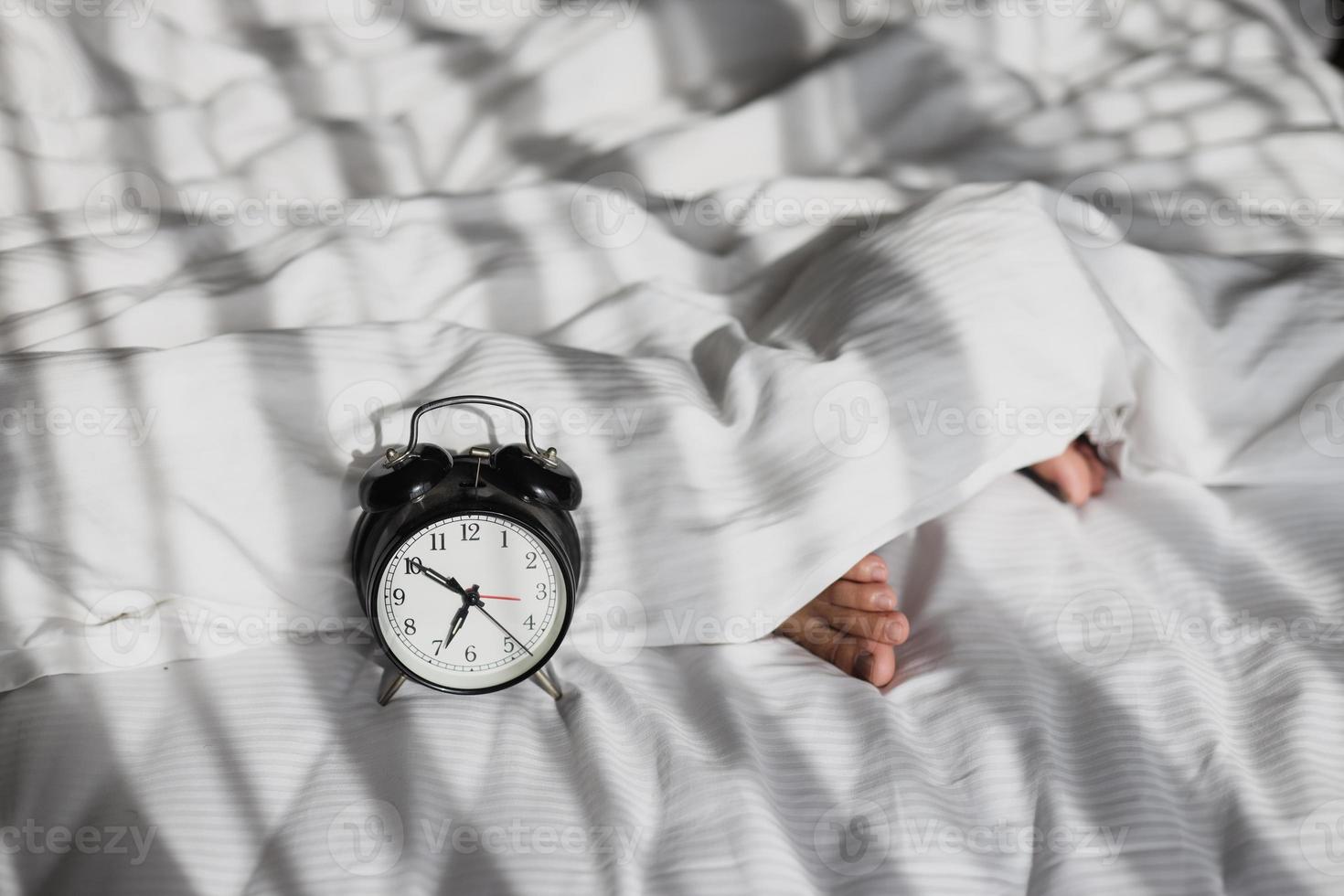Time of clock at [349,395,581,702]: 6:50
